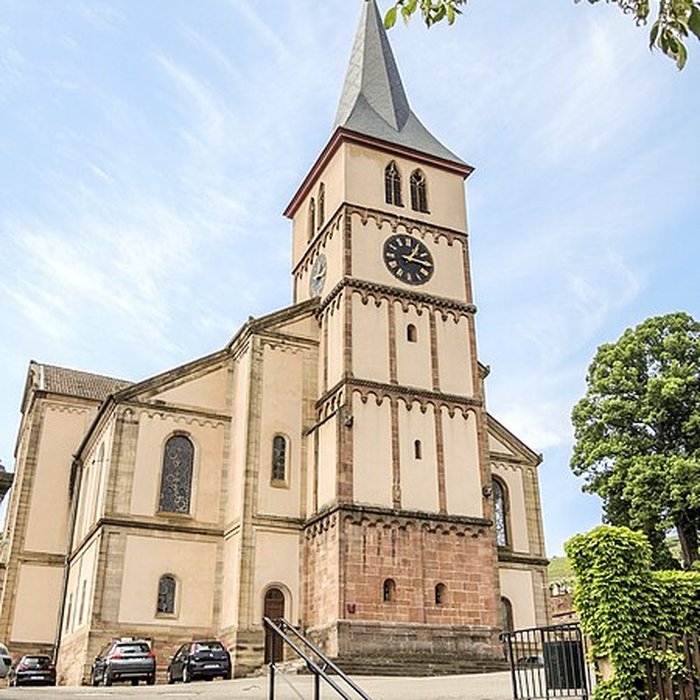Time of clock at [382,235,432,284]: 1:16
